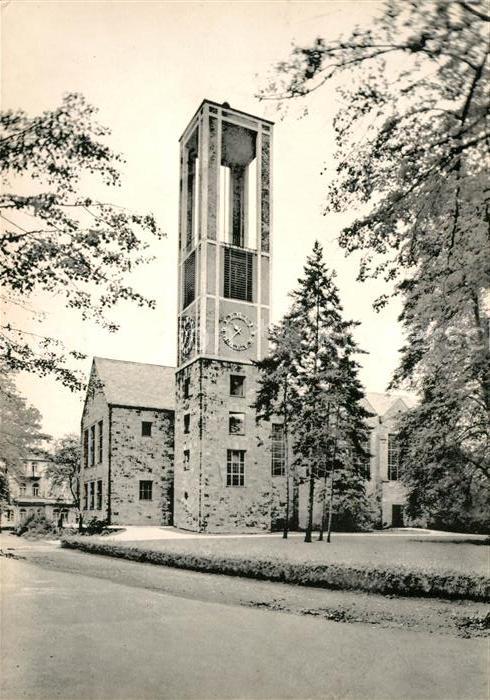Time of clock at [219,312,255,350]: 7:52
